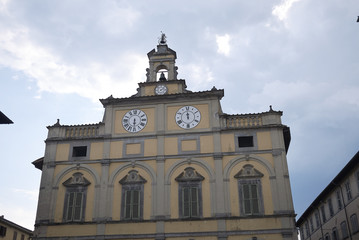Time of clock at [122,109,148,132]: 6:29
